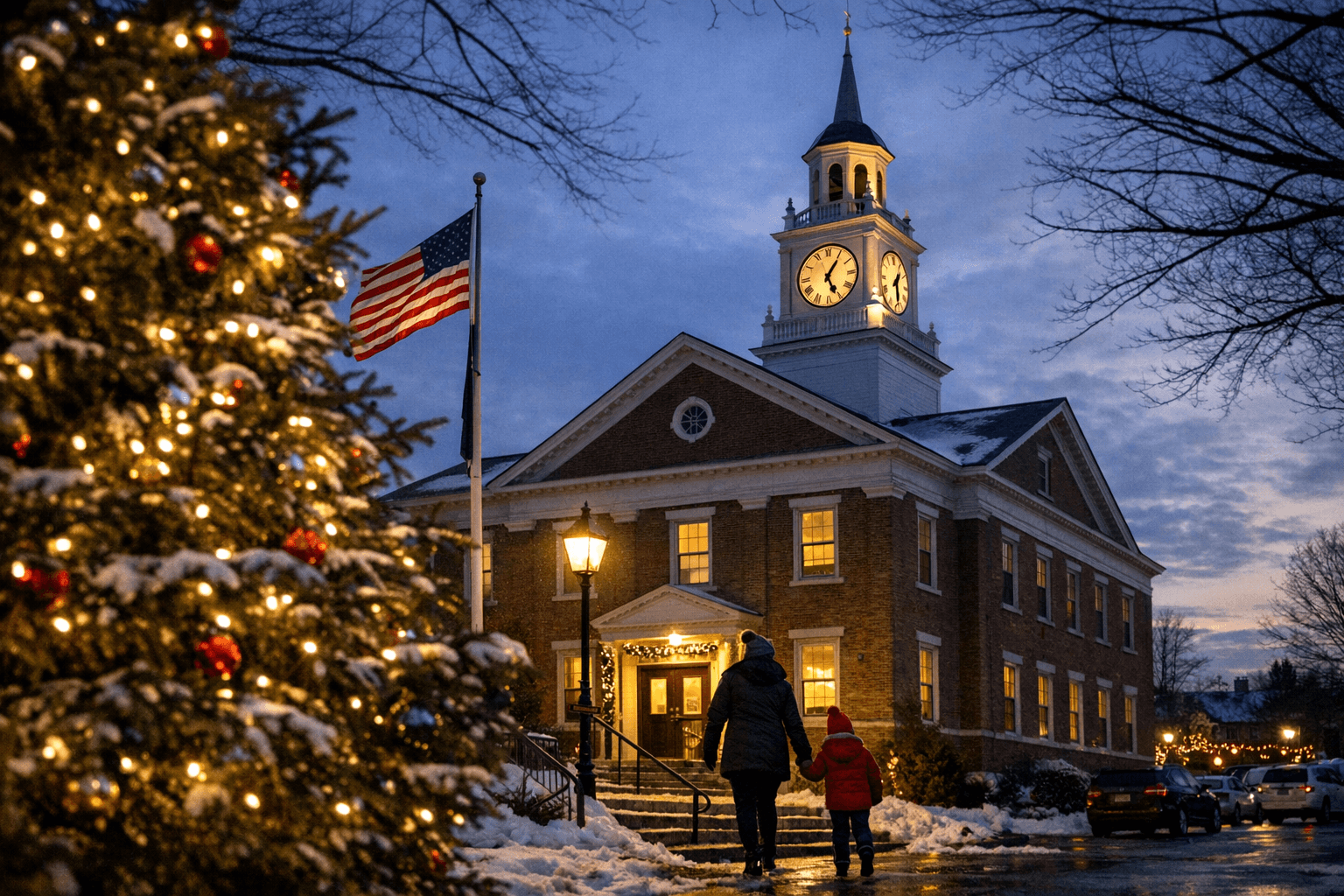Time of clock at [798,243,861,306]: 5:05
